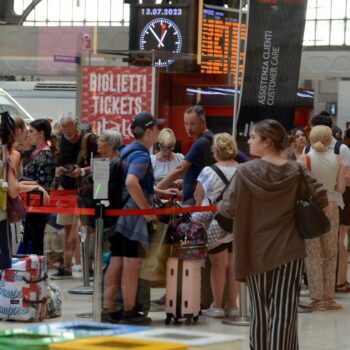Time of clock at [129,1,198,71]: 12:52
